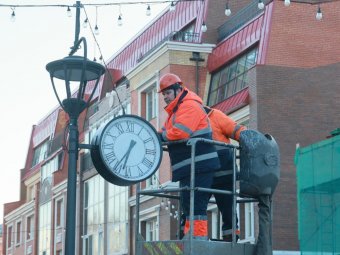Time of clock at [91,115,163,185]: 6:35
